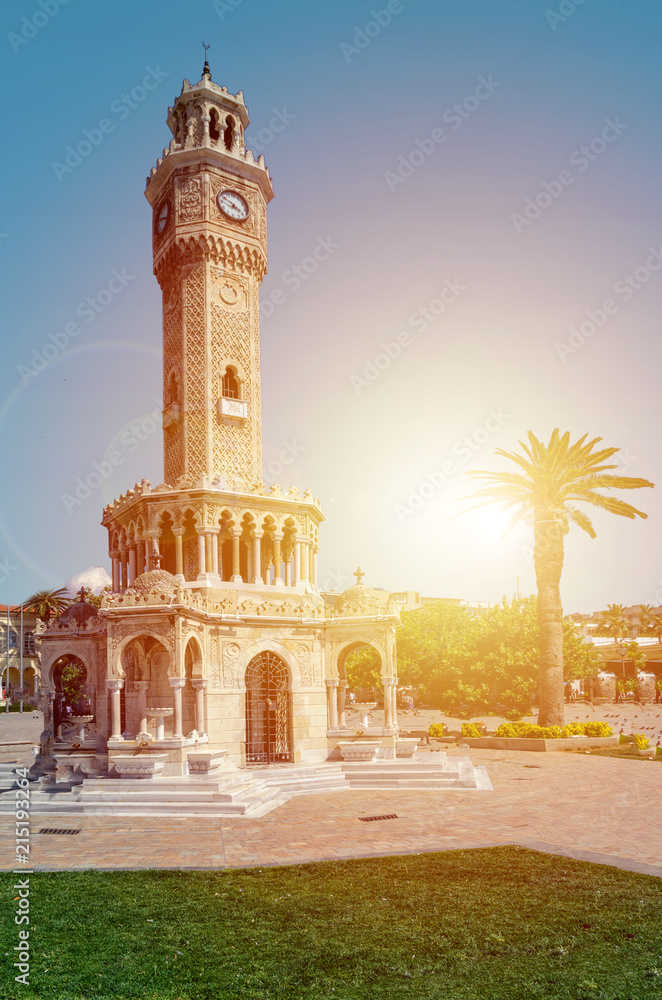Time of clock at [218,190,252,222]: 3:49
